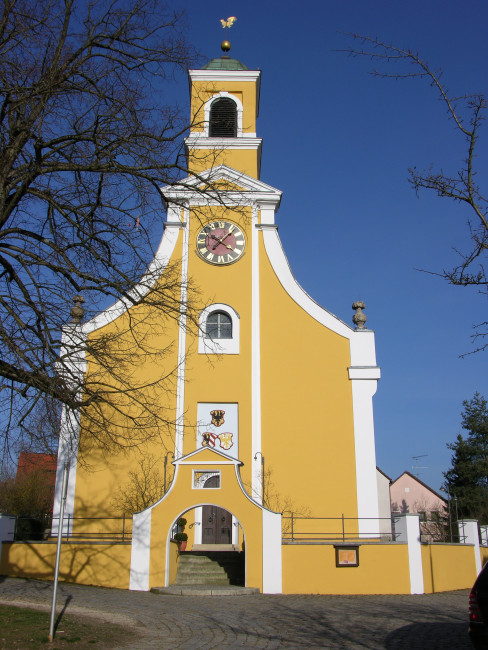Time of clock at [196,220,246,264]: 10:07
